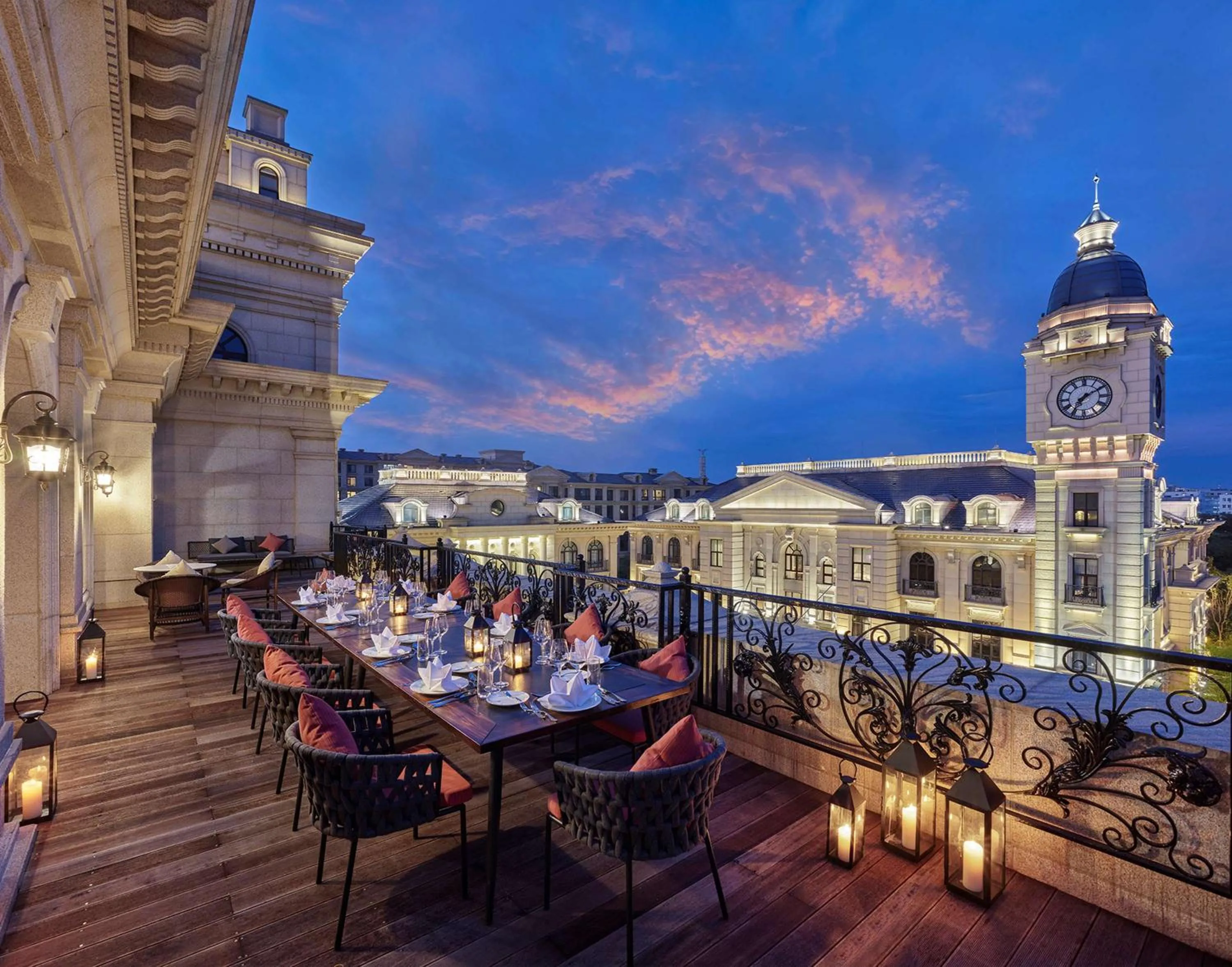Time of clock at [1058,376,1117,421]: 7:09
